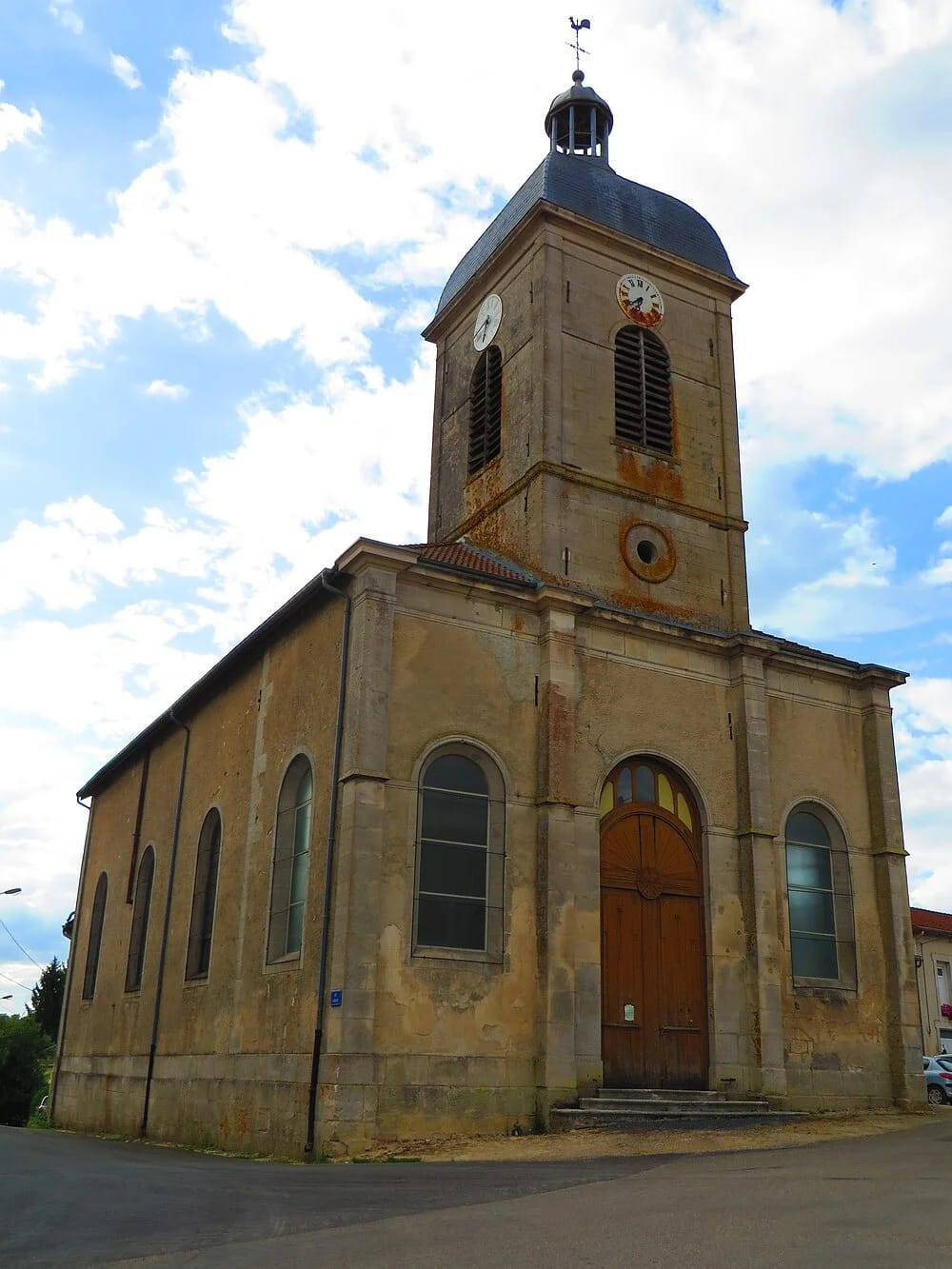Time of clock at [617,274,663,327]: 6:38
